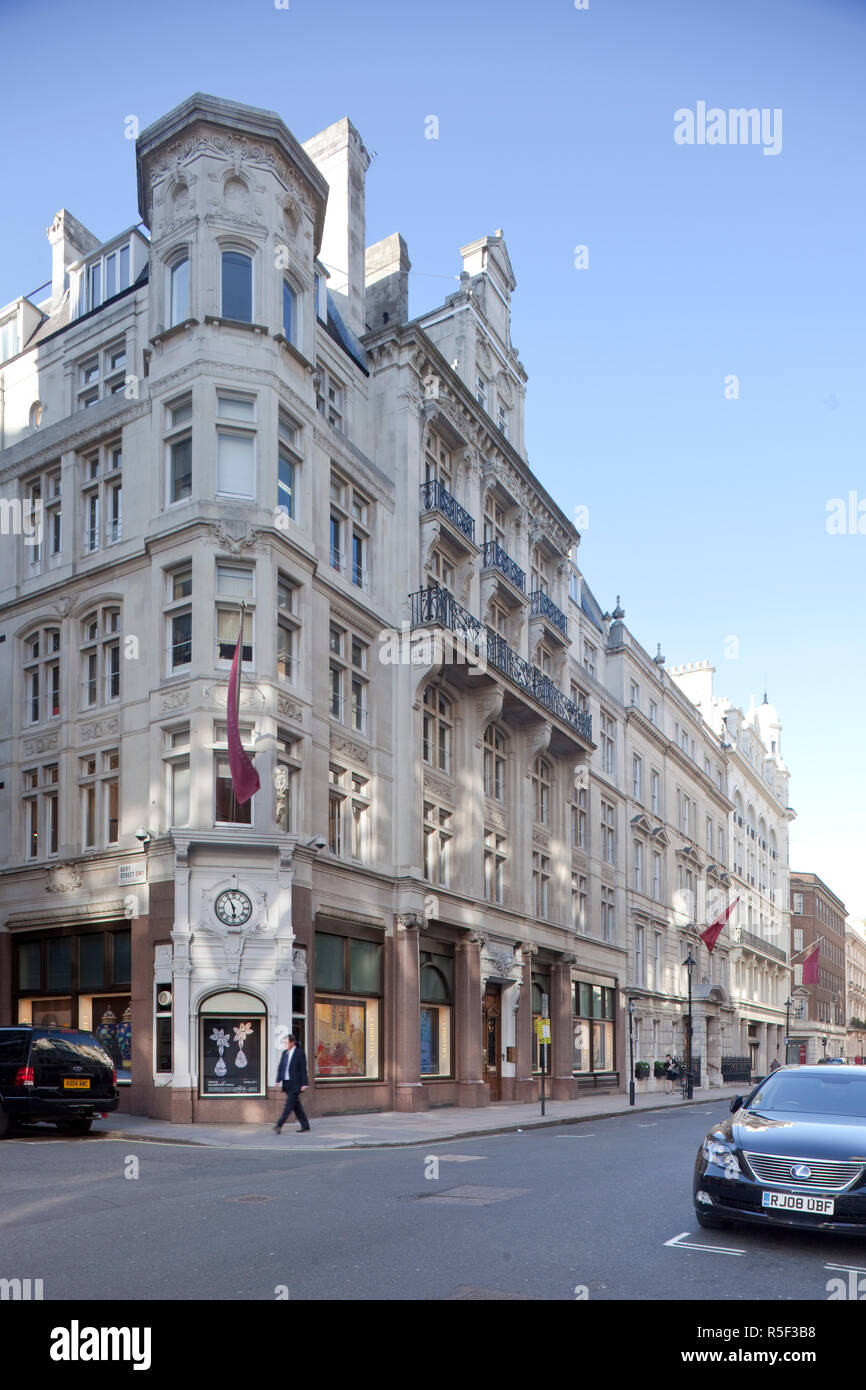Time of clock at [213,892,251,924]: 5:55
